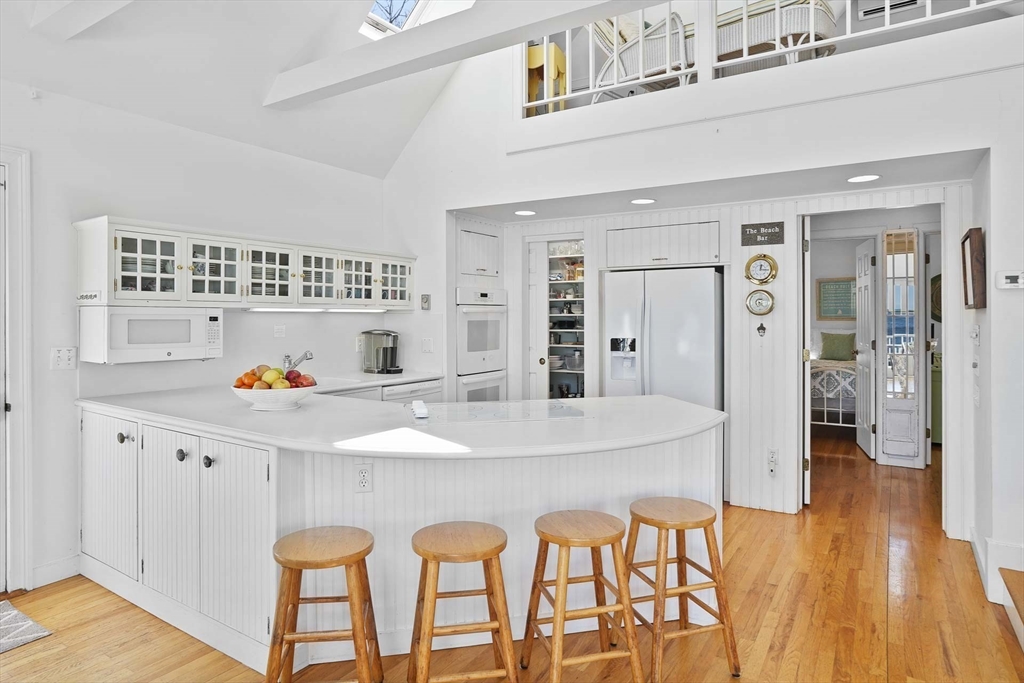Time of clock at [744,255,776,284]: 12:15
